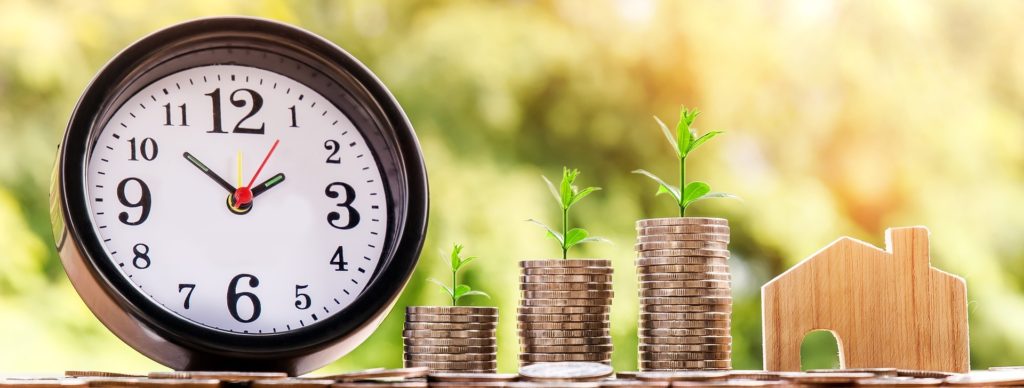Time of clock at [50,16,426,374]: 1:51
